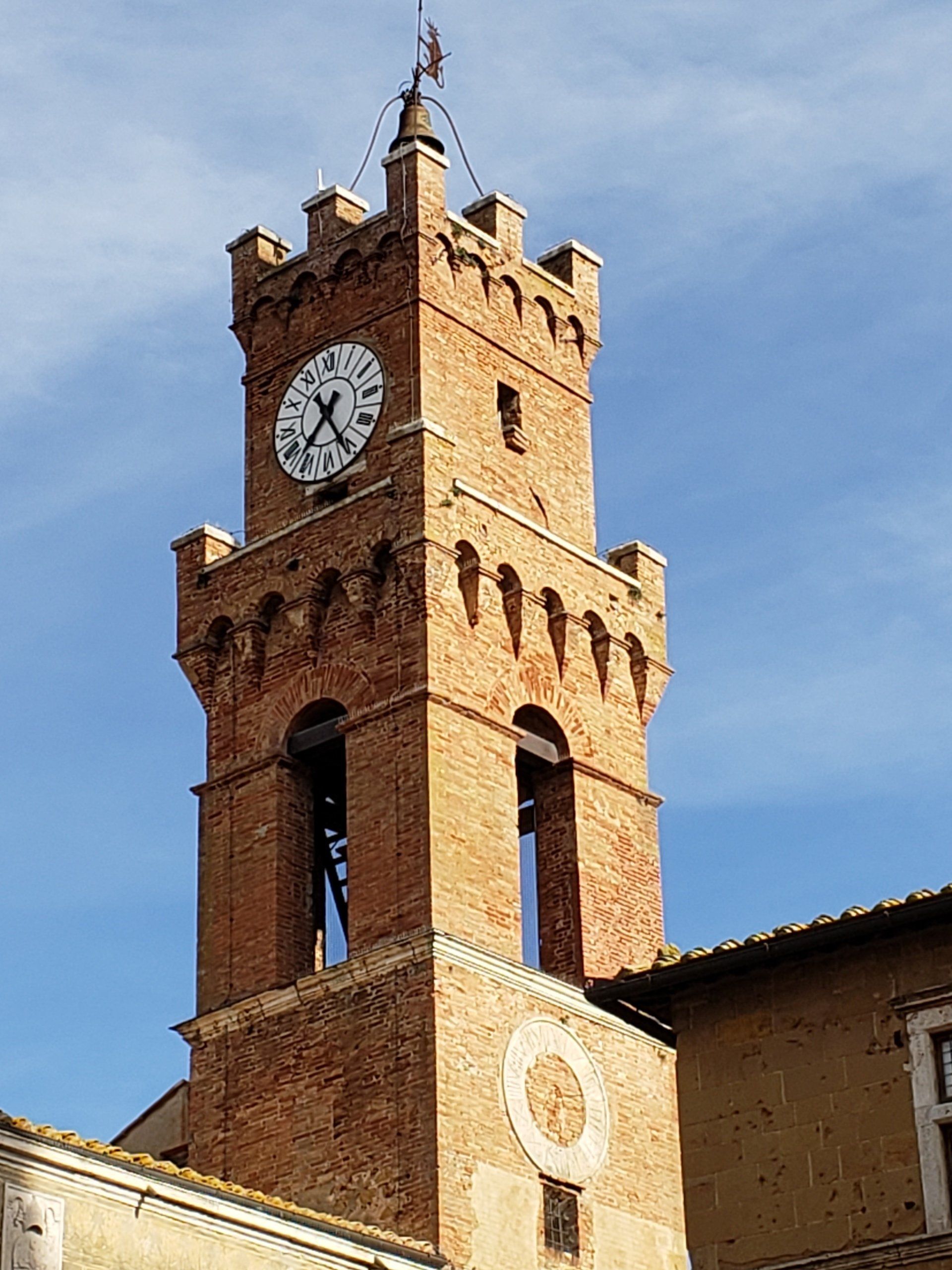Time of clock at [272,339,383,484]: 7:25
